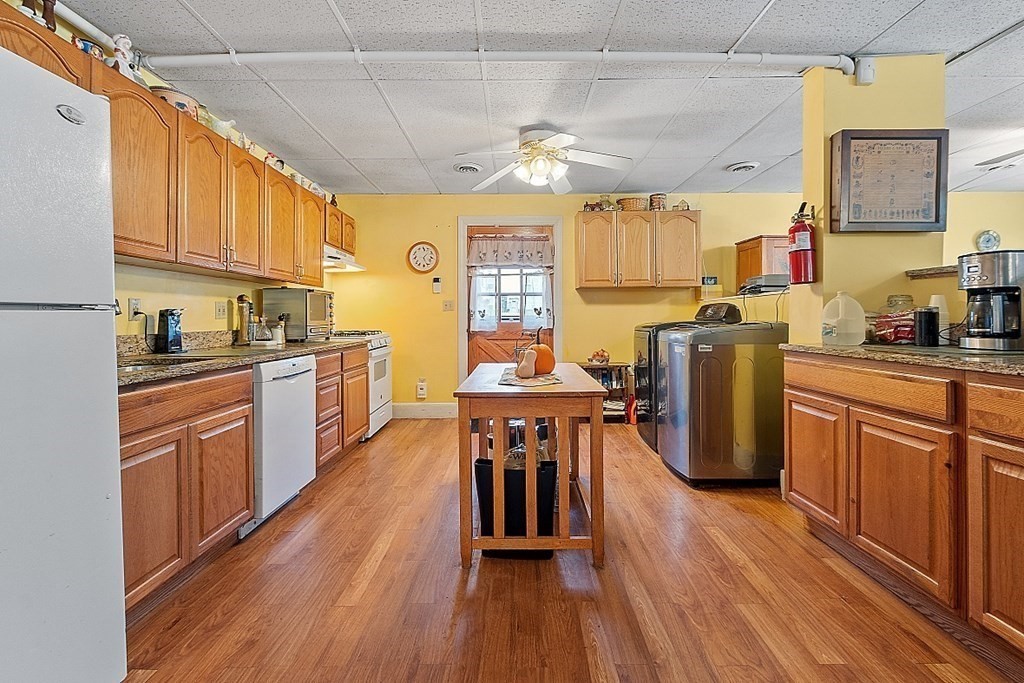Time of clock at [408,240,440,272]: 1:26
